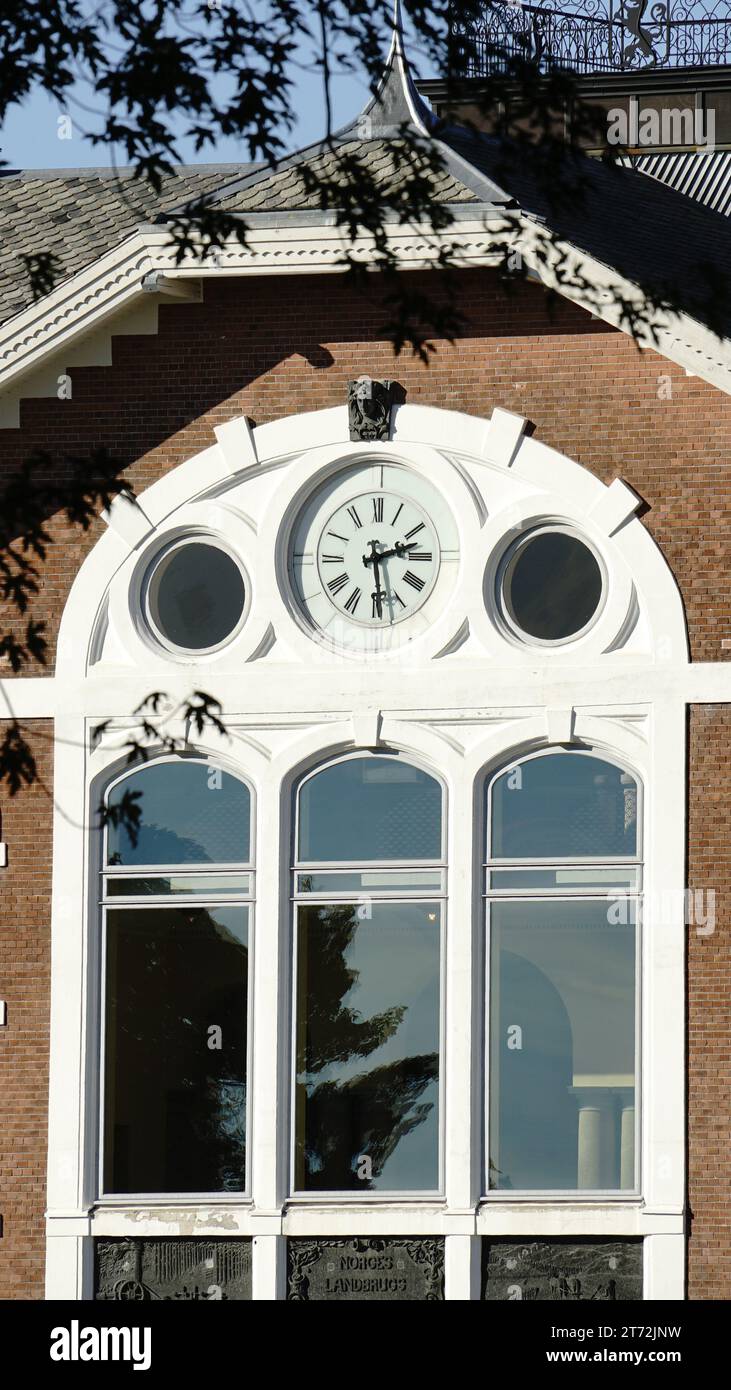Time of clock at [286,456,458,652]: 2:28
